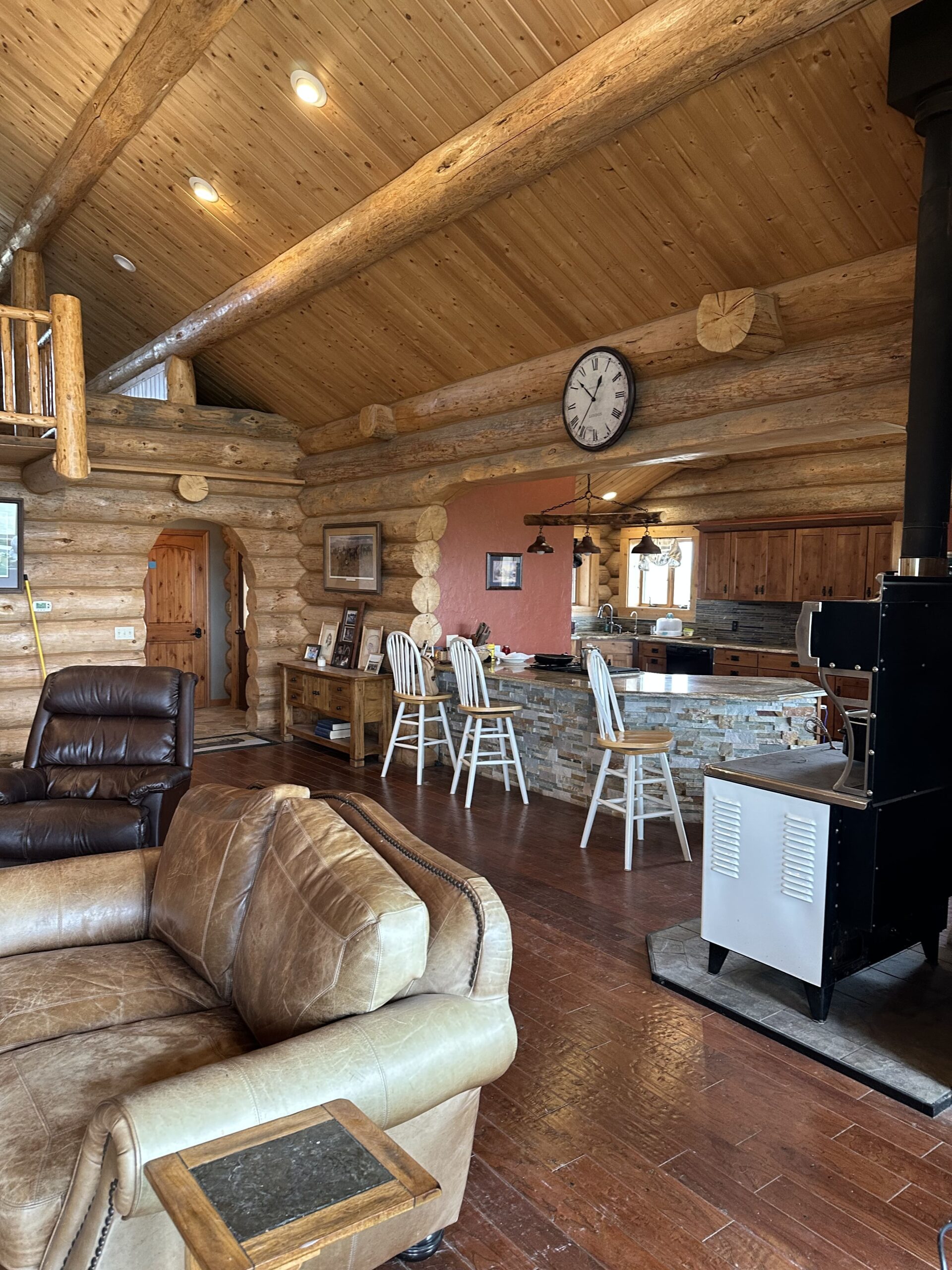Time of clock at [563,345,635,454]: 12:52
